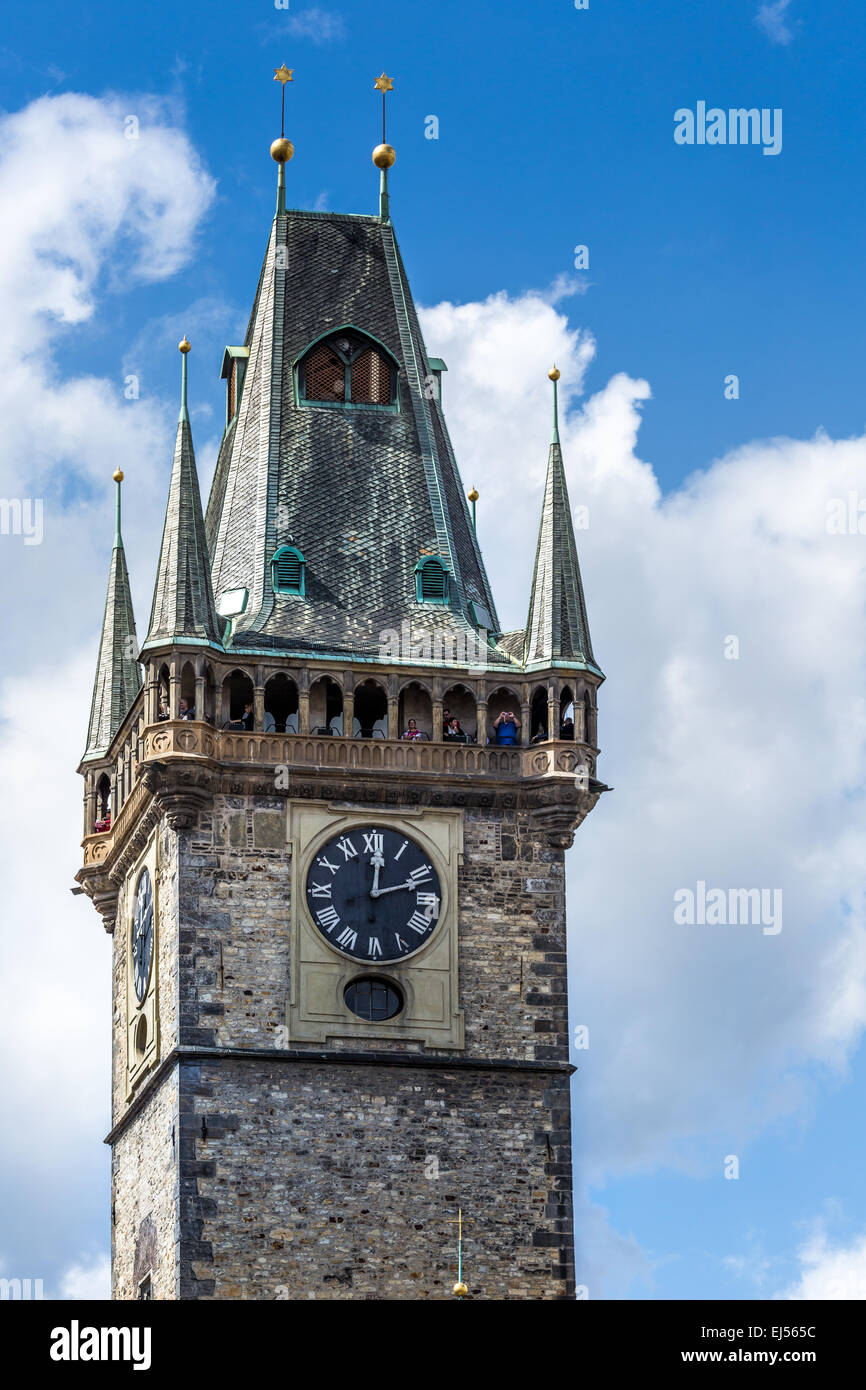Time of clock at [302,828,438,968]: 12:11
